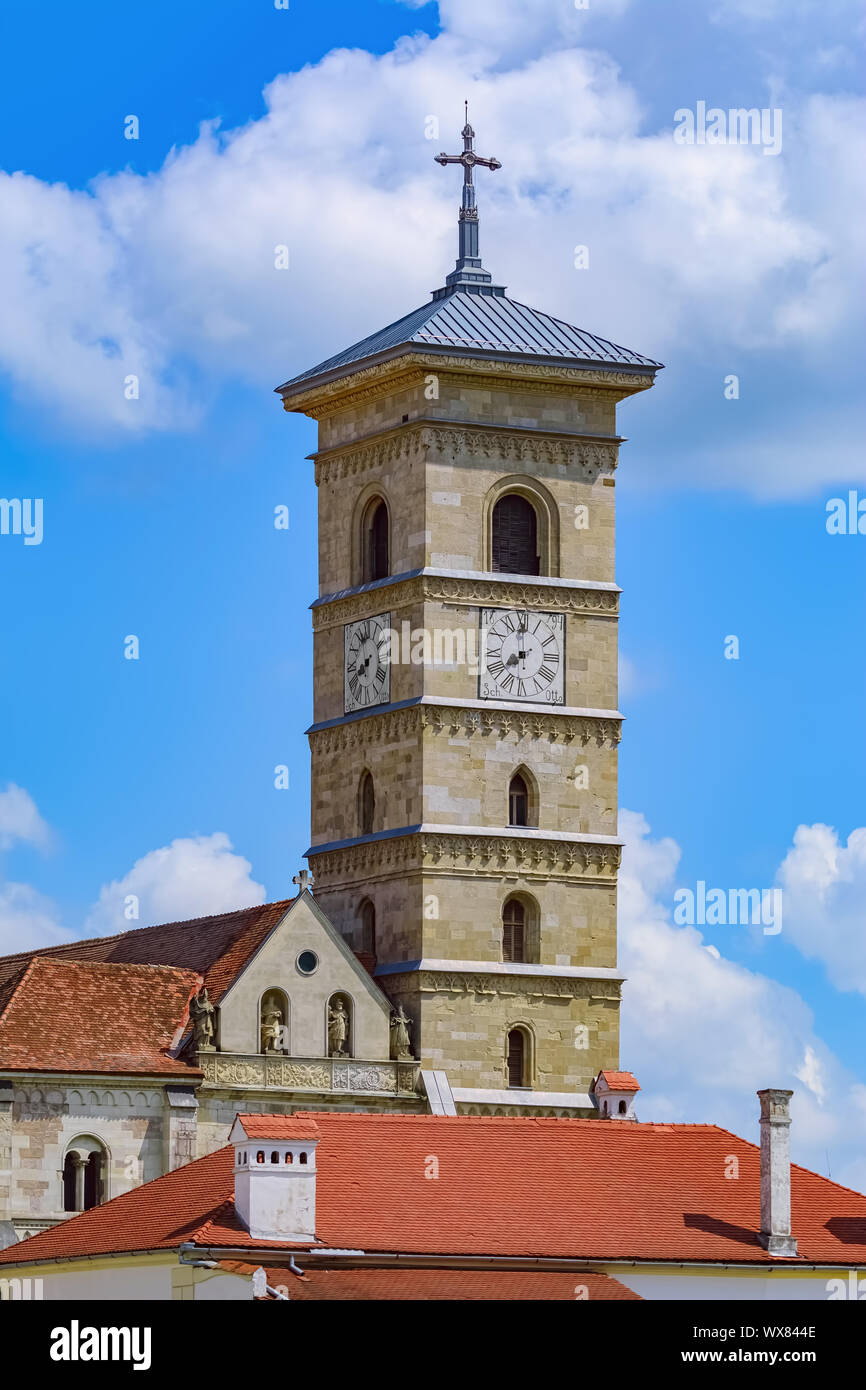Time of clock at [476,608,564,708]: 7:59
